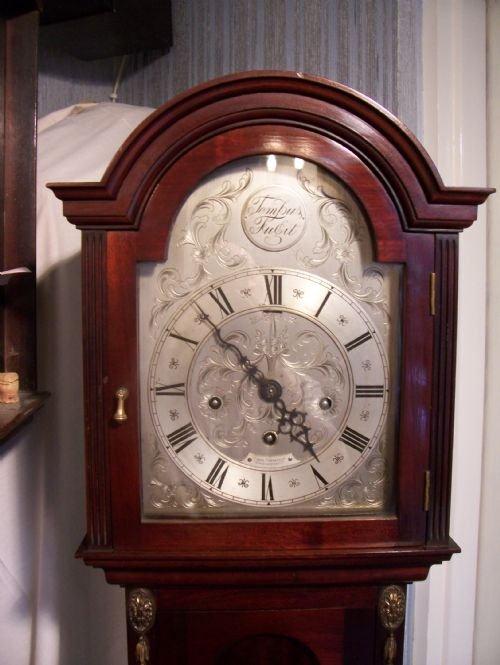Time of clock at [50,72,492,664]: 4:52
